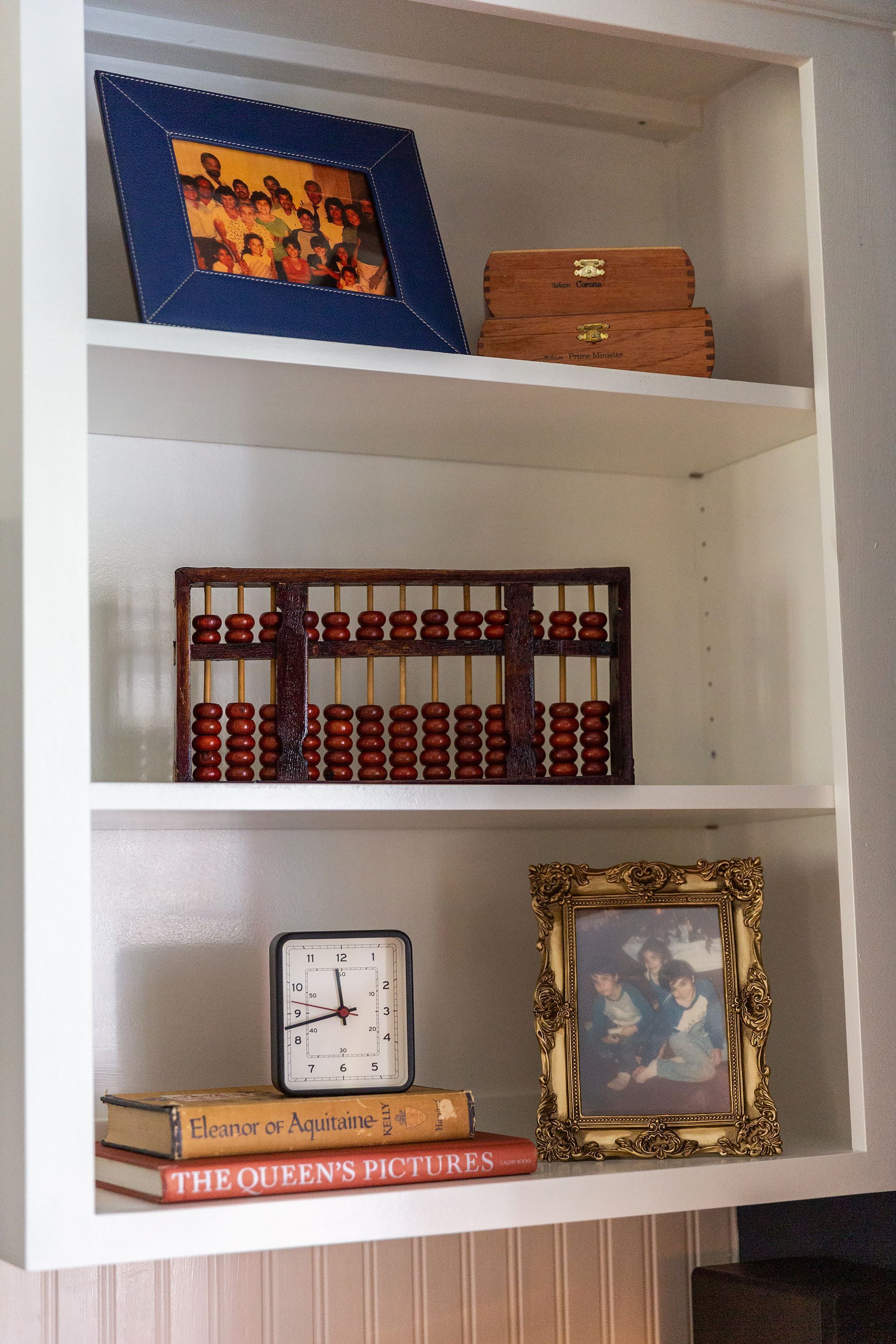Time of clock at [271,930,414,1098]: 11:42
